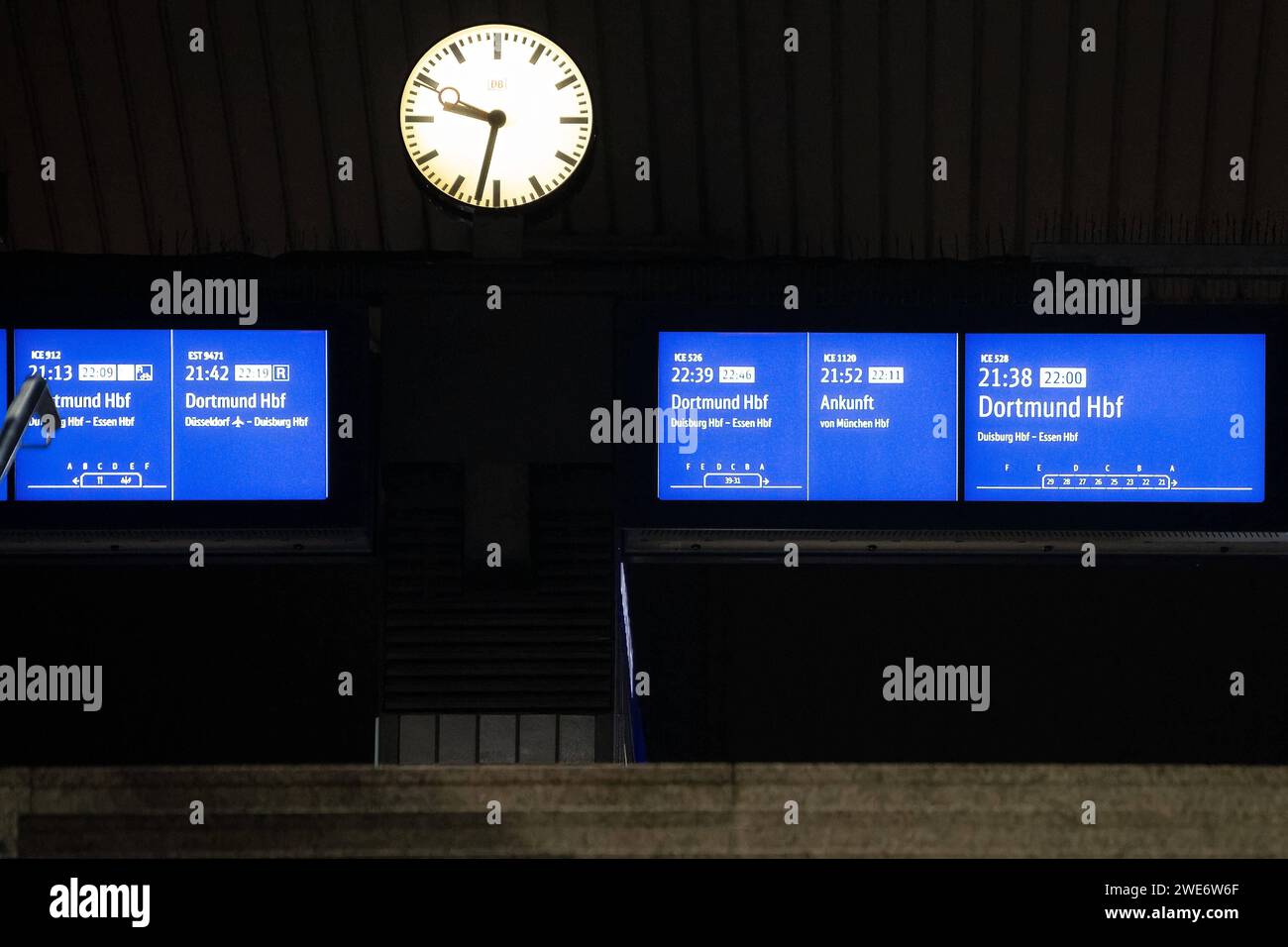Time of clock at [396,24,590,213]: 9:32
